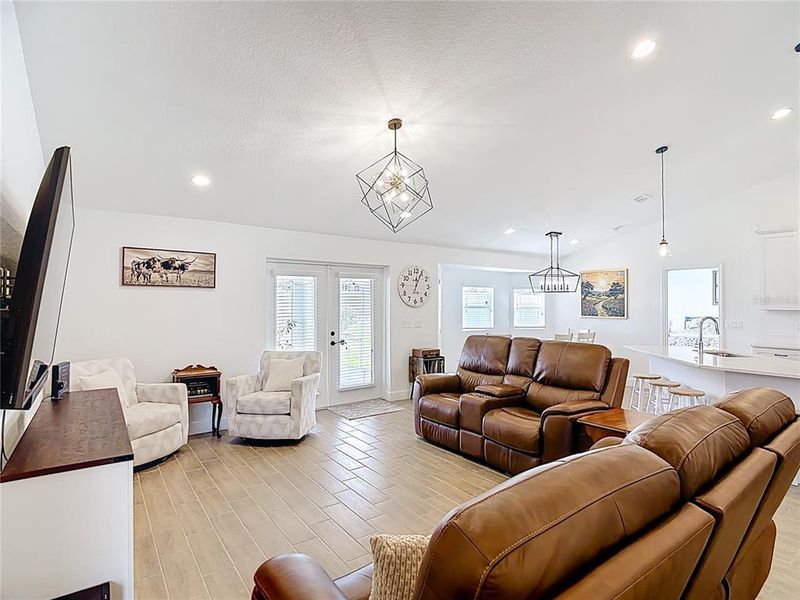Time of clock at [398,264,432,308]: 12:04
